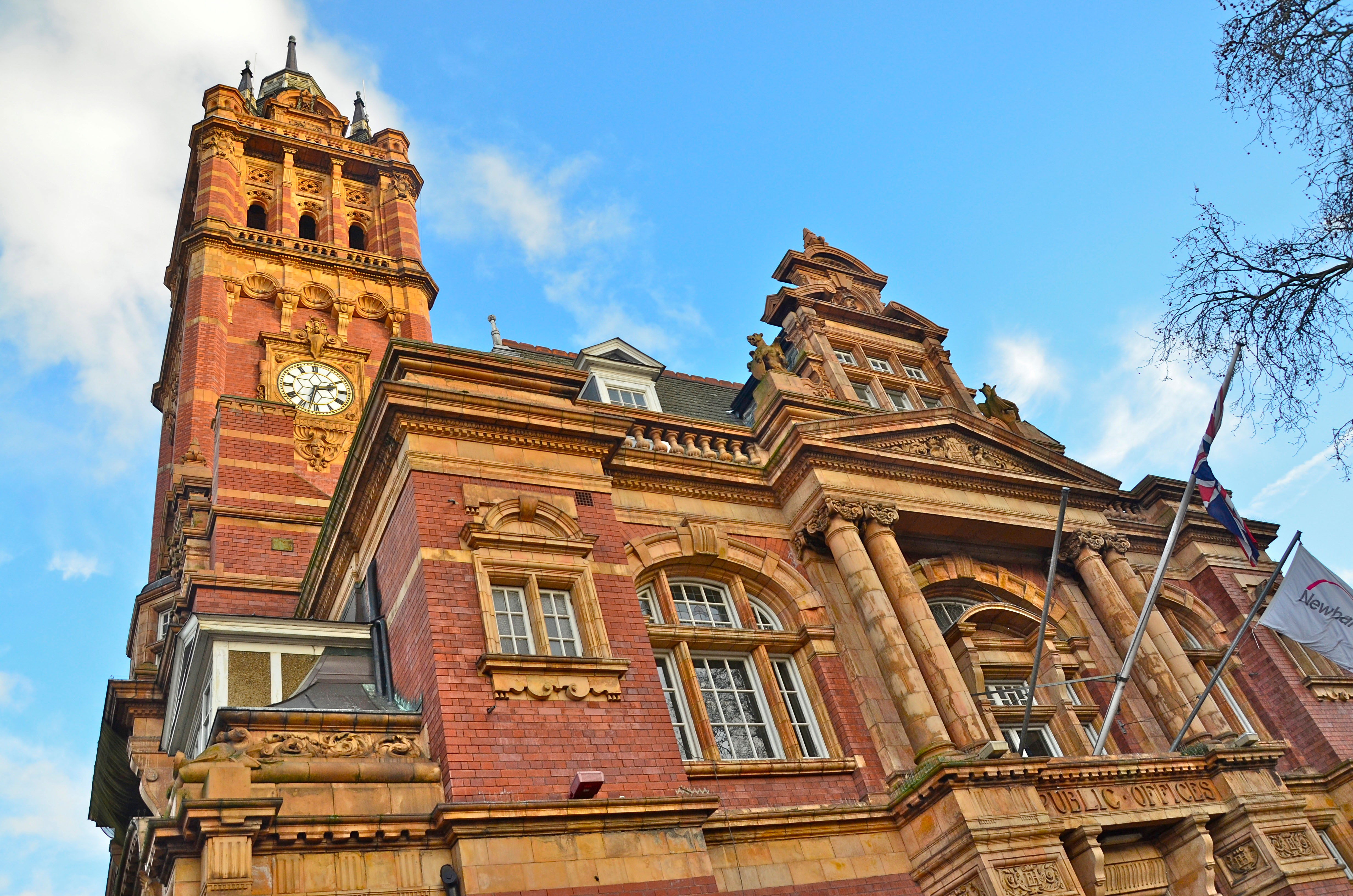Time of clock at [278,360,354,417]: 2:32
